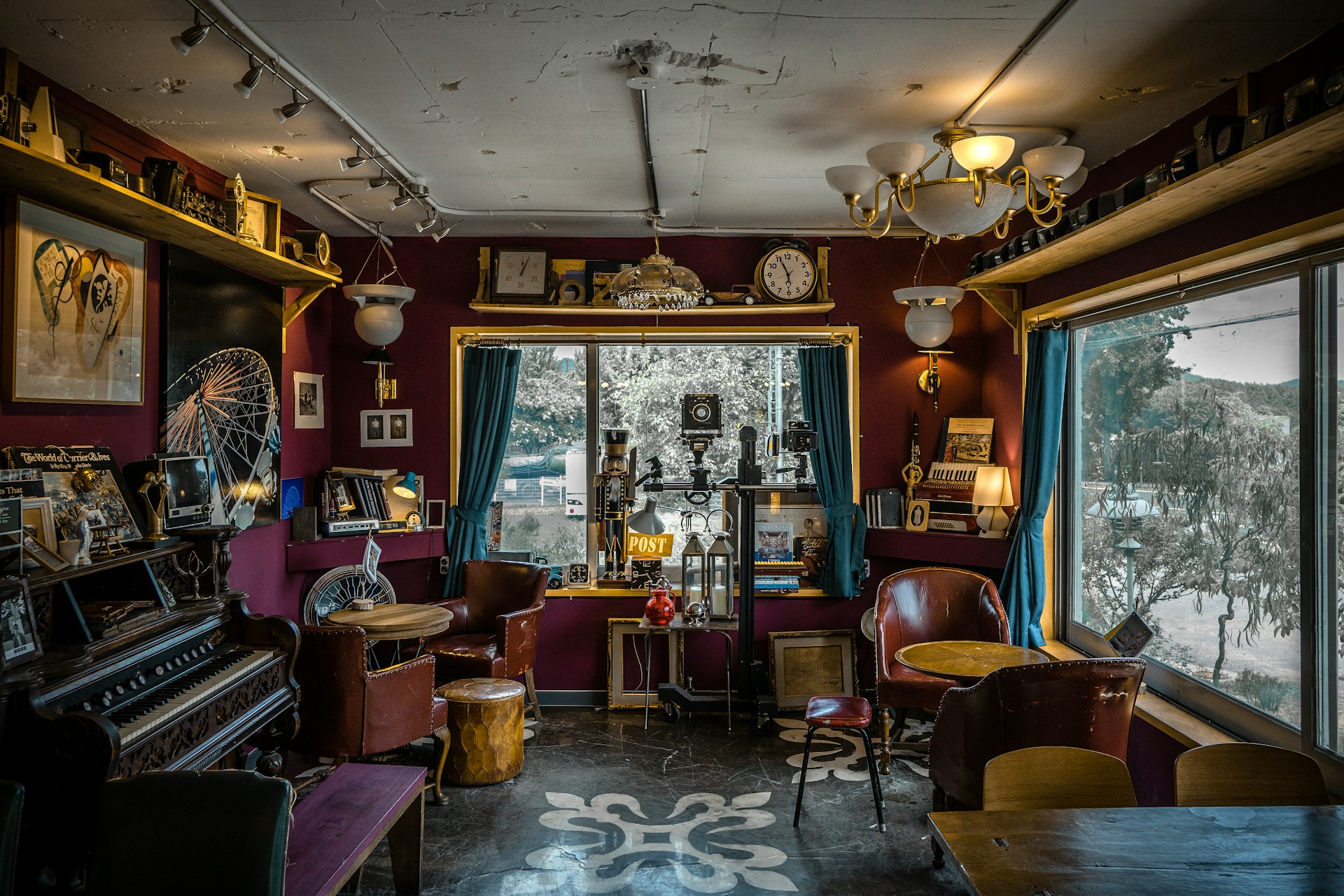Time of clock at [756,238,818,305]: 5:55
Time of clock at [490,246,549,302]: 12:04
